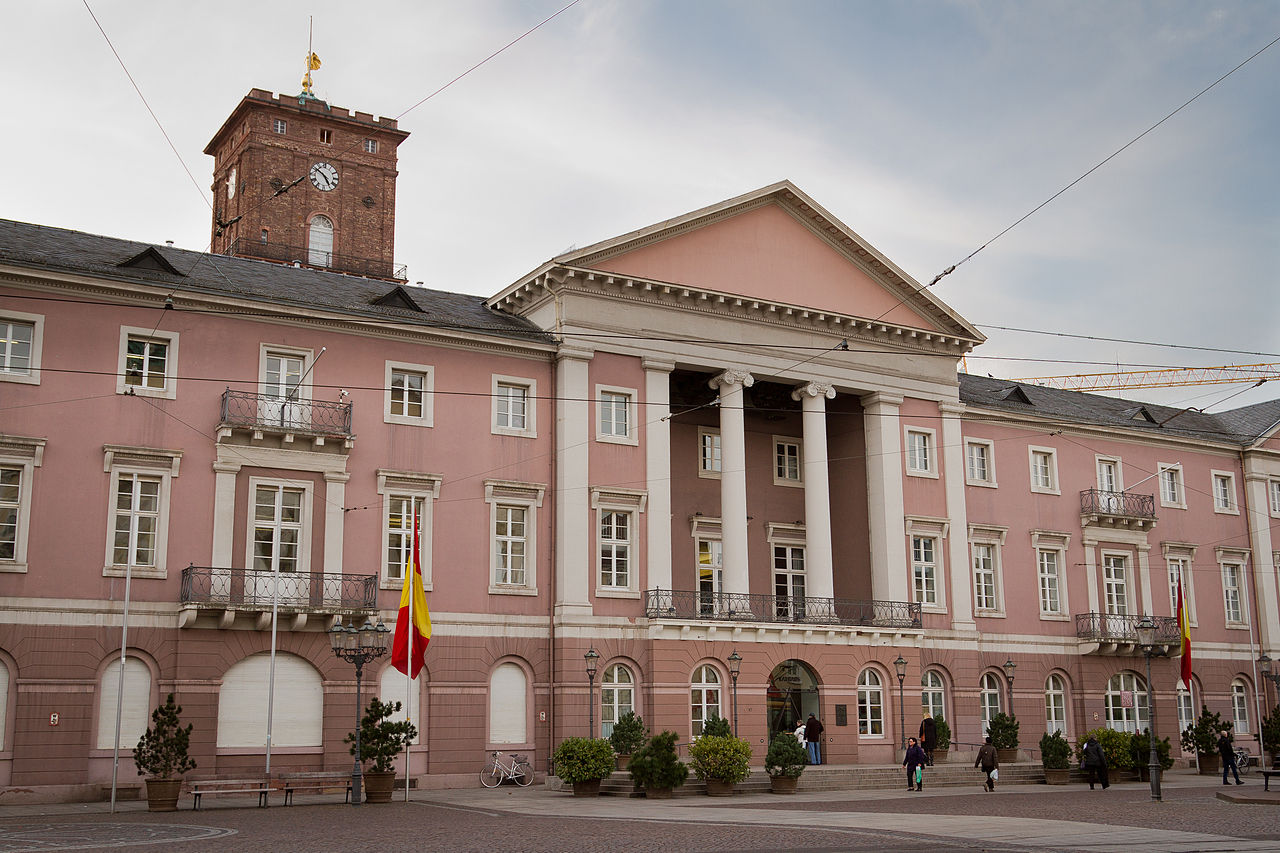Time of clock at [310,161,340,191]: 4:50
